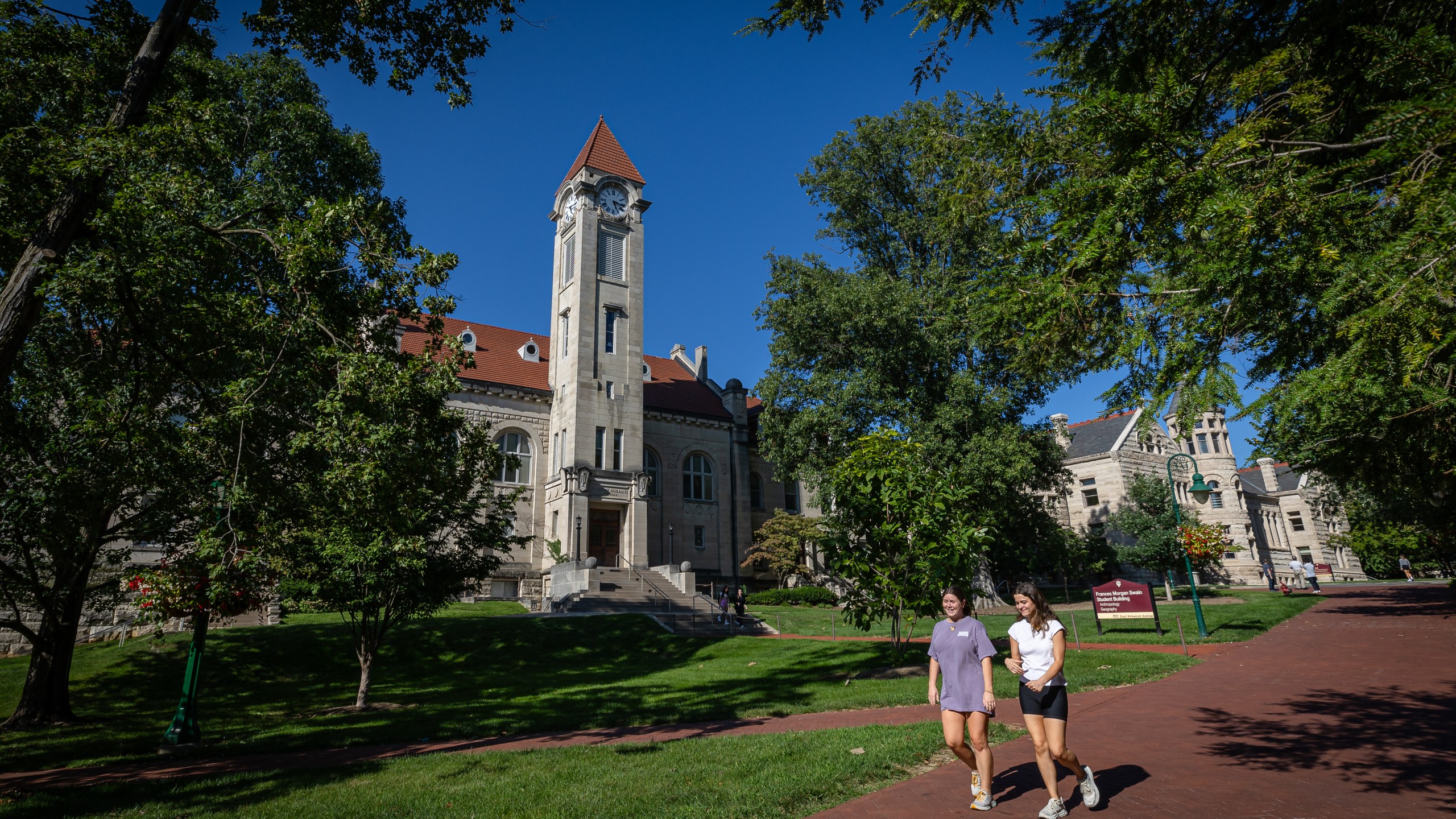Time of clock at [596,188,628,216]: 5:16
